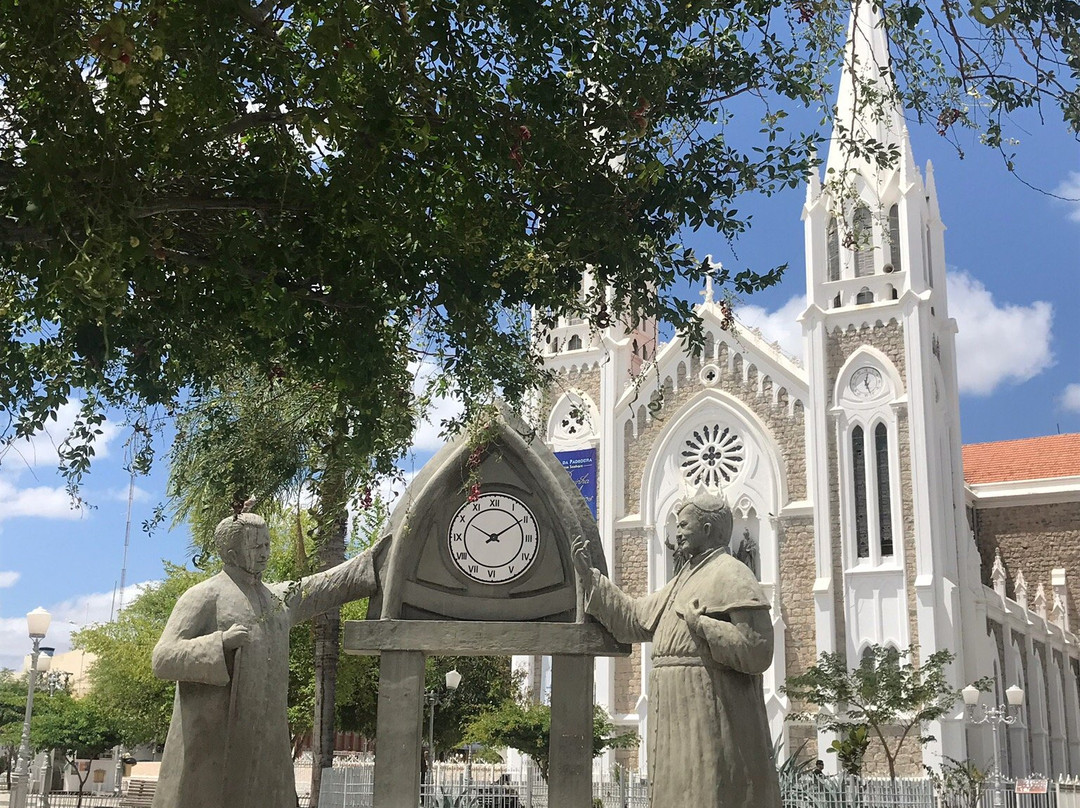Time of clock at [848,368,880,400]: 12:26
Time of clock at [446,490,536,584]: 10:09
